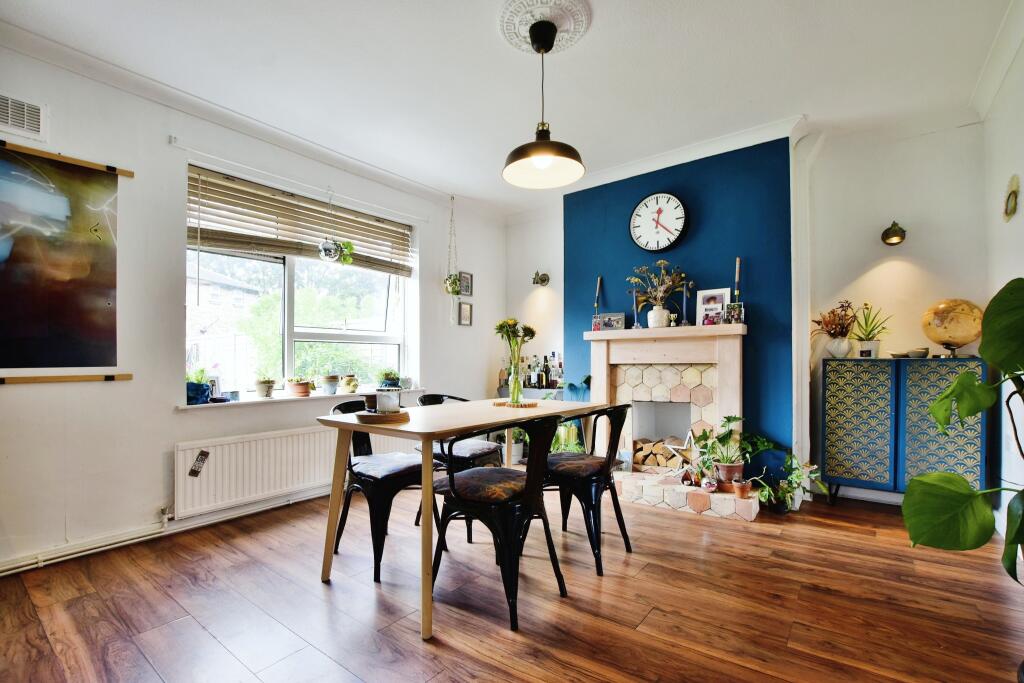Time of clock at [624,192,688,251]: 12:22
